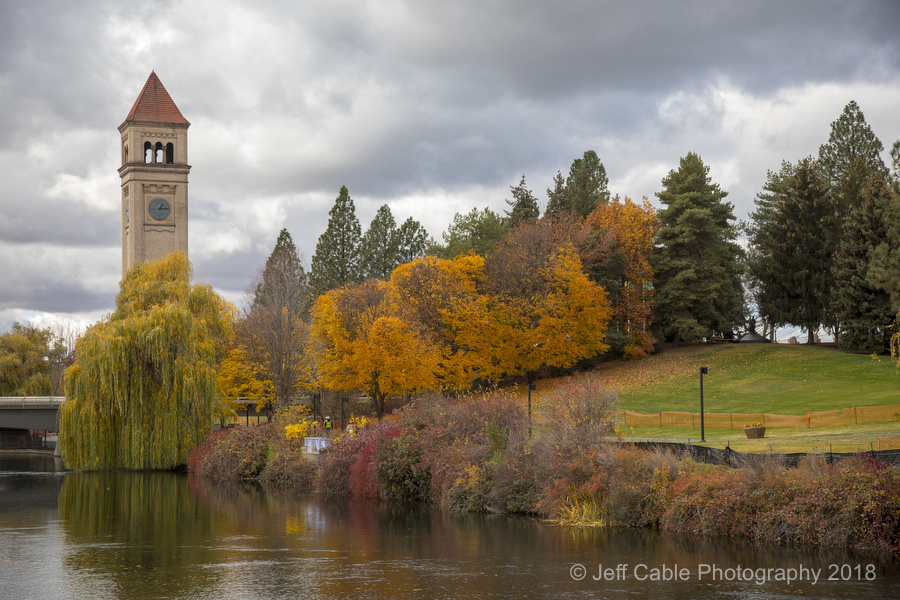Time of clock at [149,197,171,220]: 1:13
